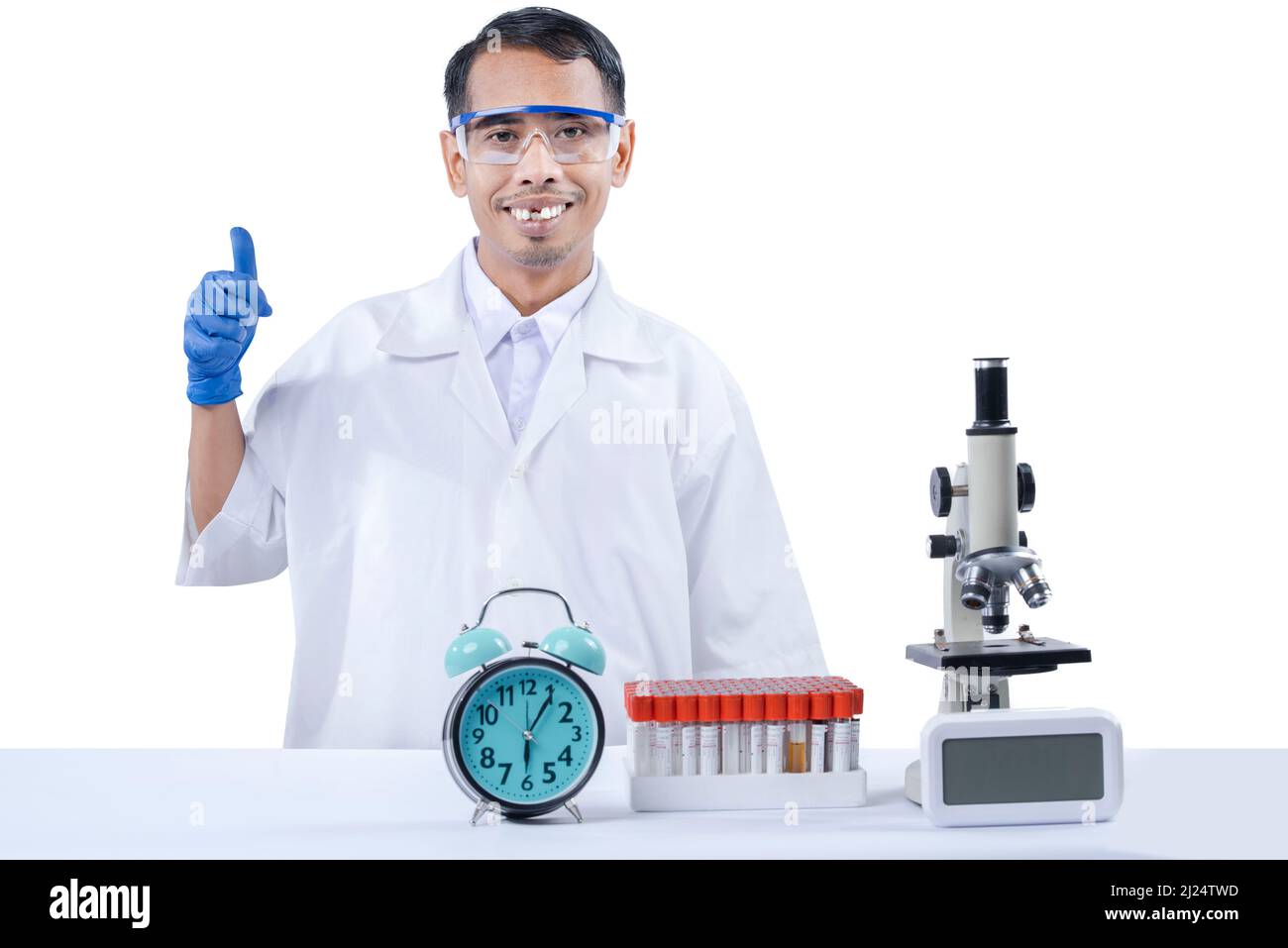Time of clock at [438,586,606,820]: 6:05
